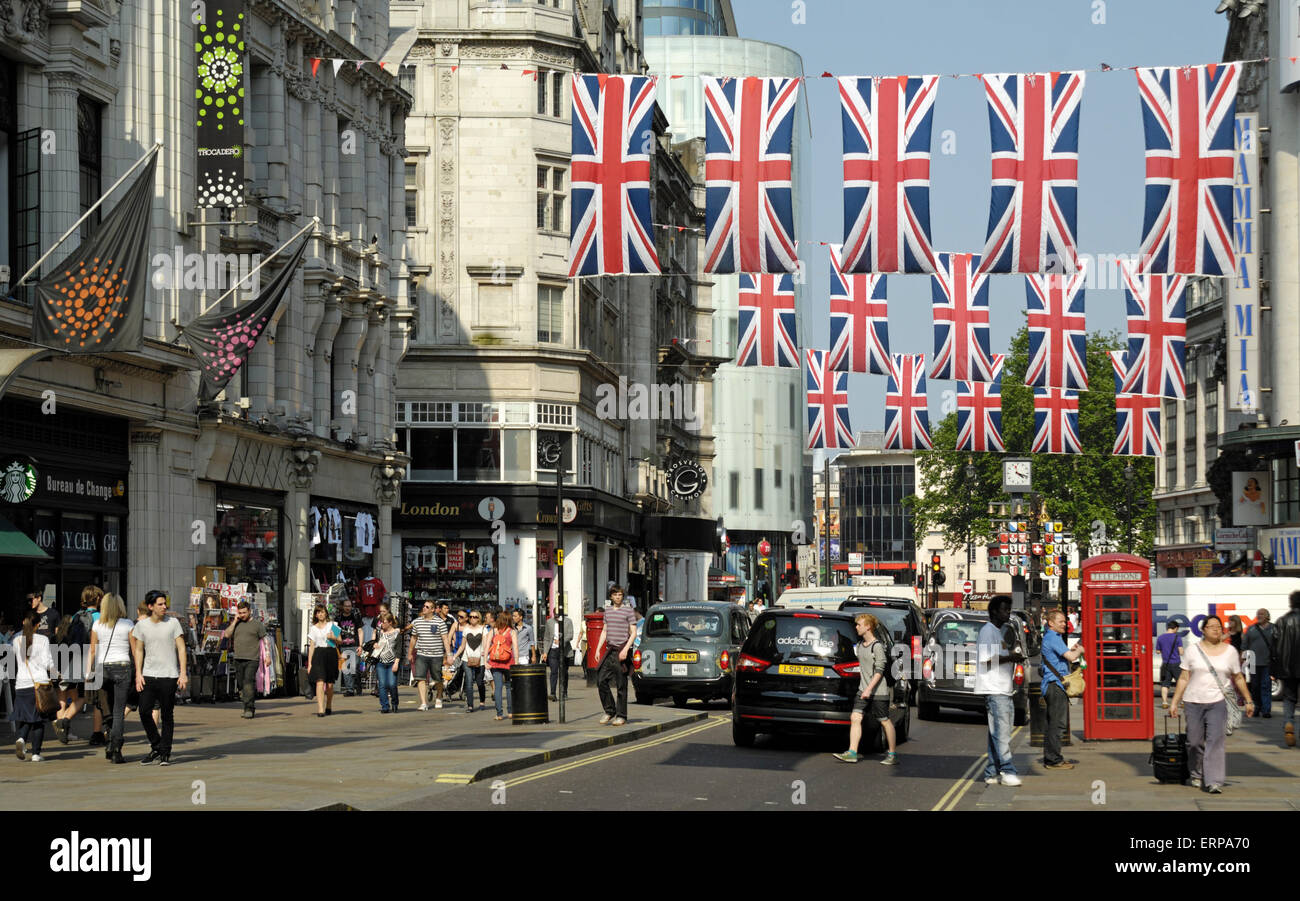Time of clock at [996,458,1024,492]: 4:18
